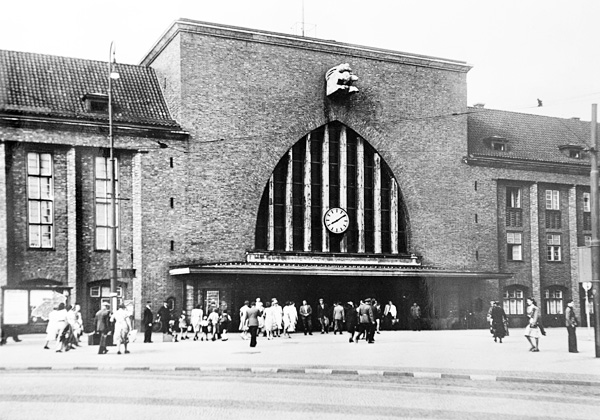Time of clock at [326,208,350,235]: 8:09
